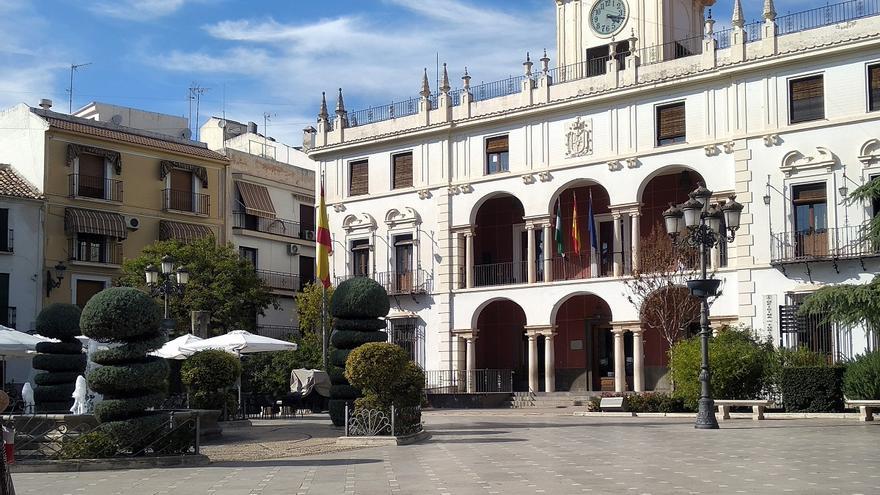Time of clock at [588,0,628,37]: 4:18
